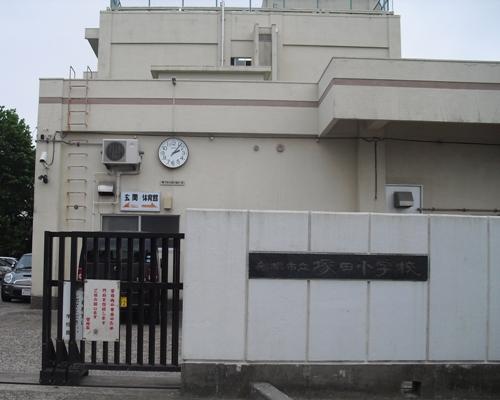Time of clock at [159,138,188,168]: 2:06
